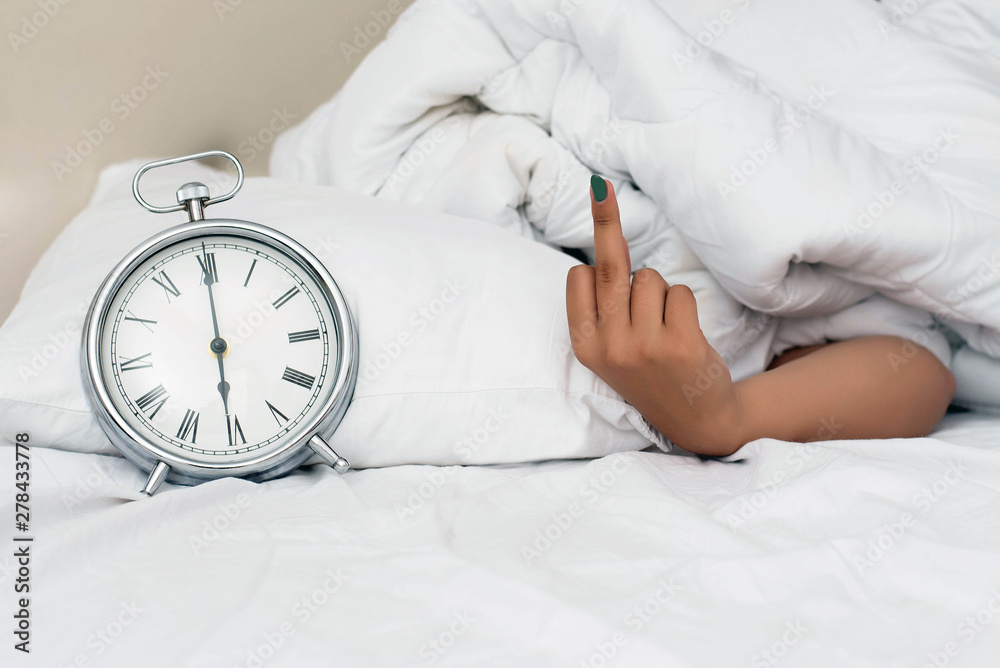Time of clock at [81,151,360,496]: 6:00
